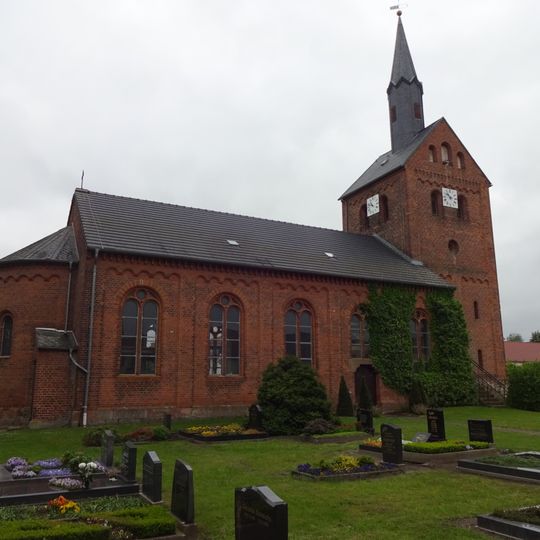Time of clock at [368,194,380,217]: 10:47
